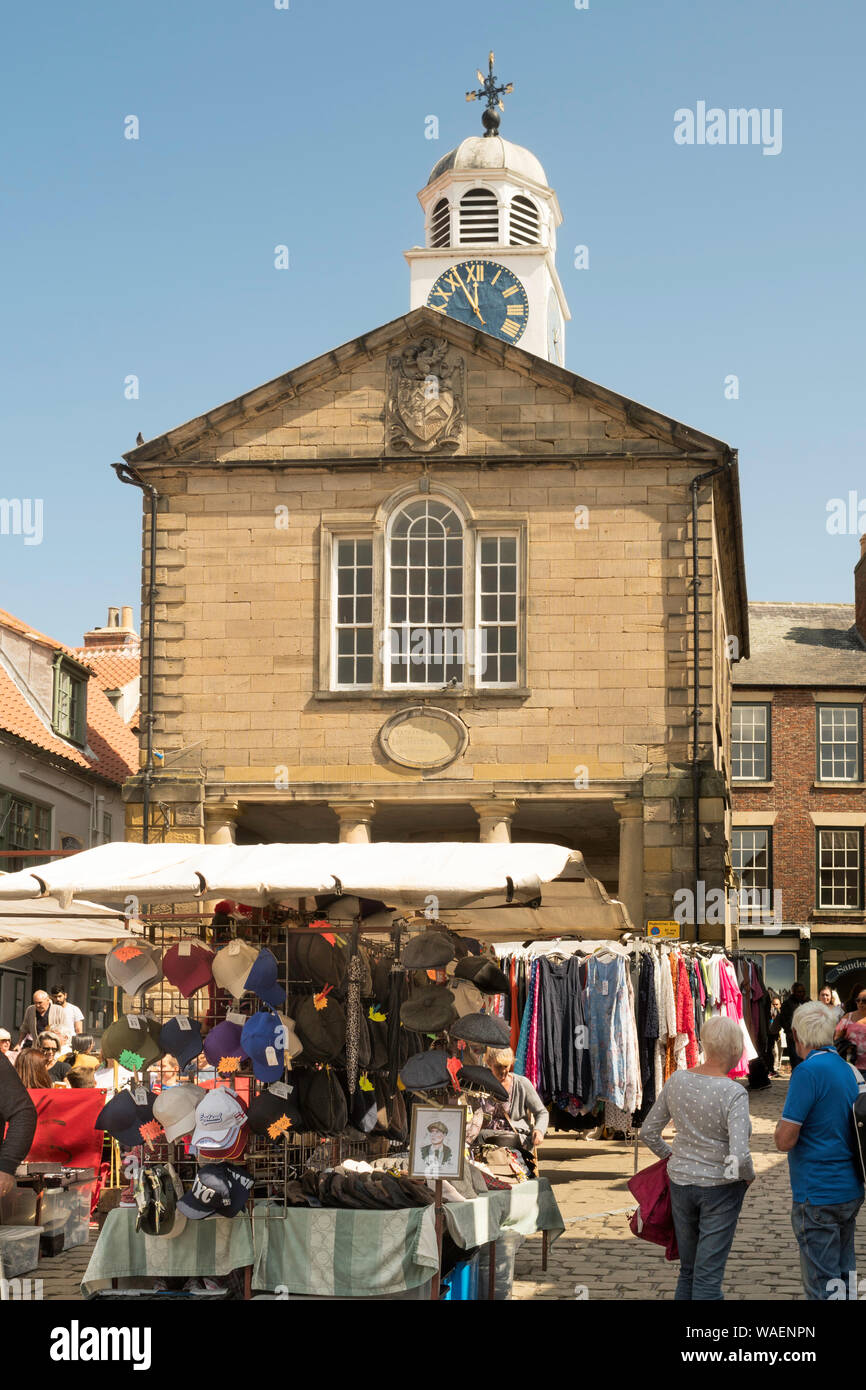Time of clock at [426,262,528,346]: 11:55
